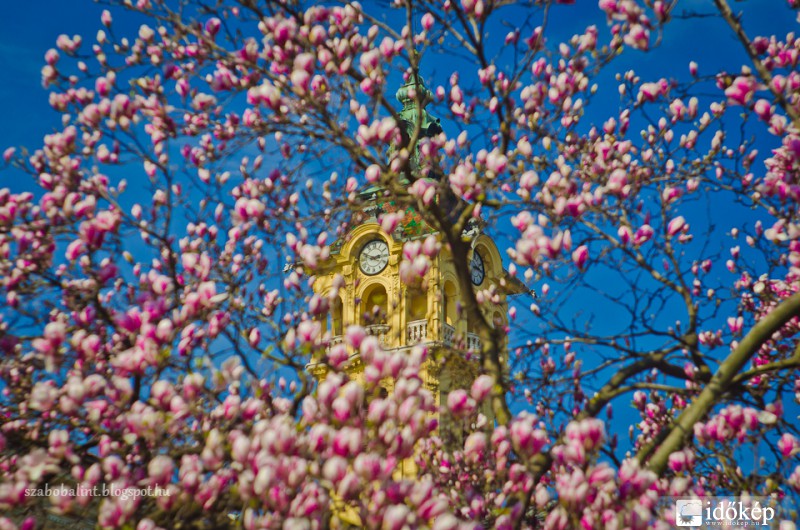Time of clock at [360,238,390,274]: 2:48
